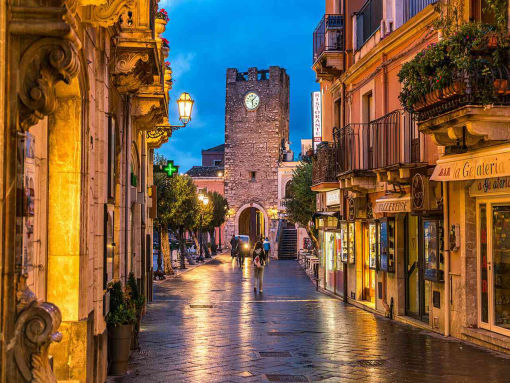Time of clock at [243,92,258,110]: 1:28
